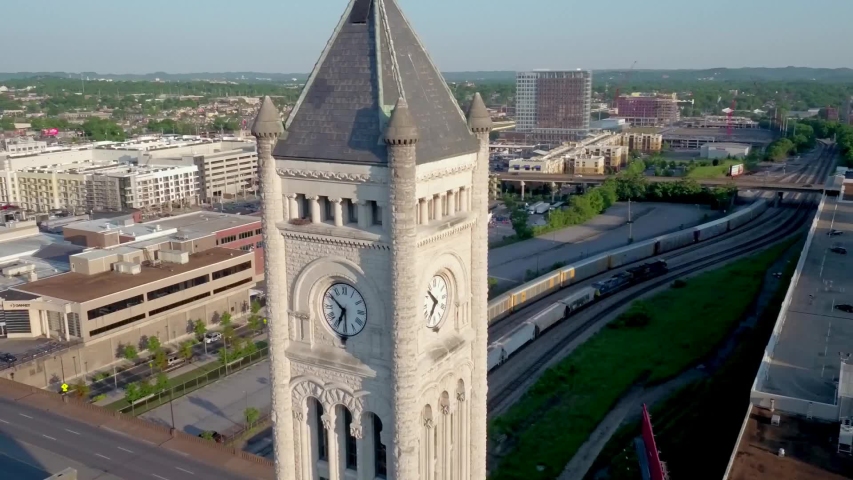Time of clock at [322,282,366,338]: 6:50
